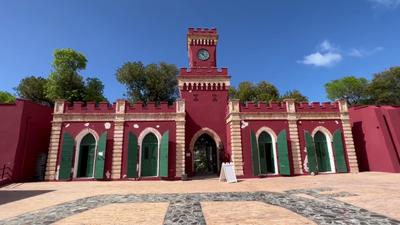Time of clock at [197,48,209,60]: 12:23
